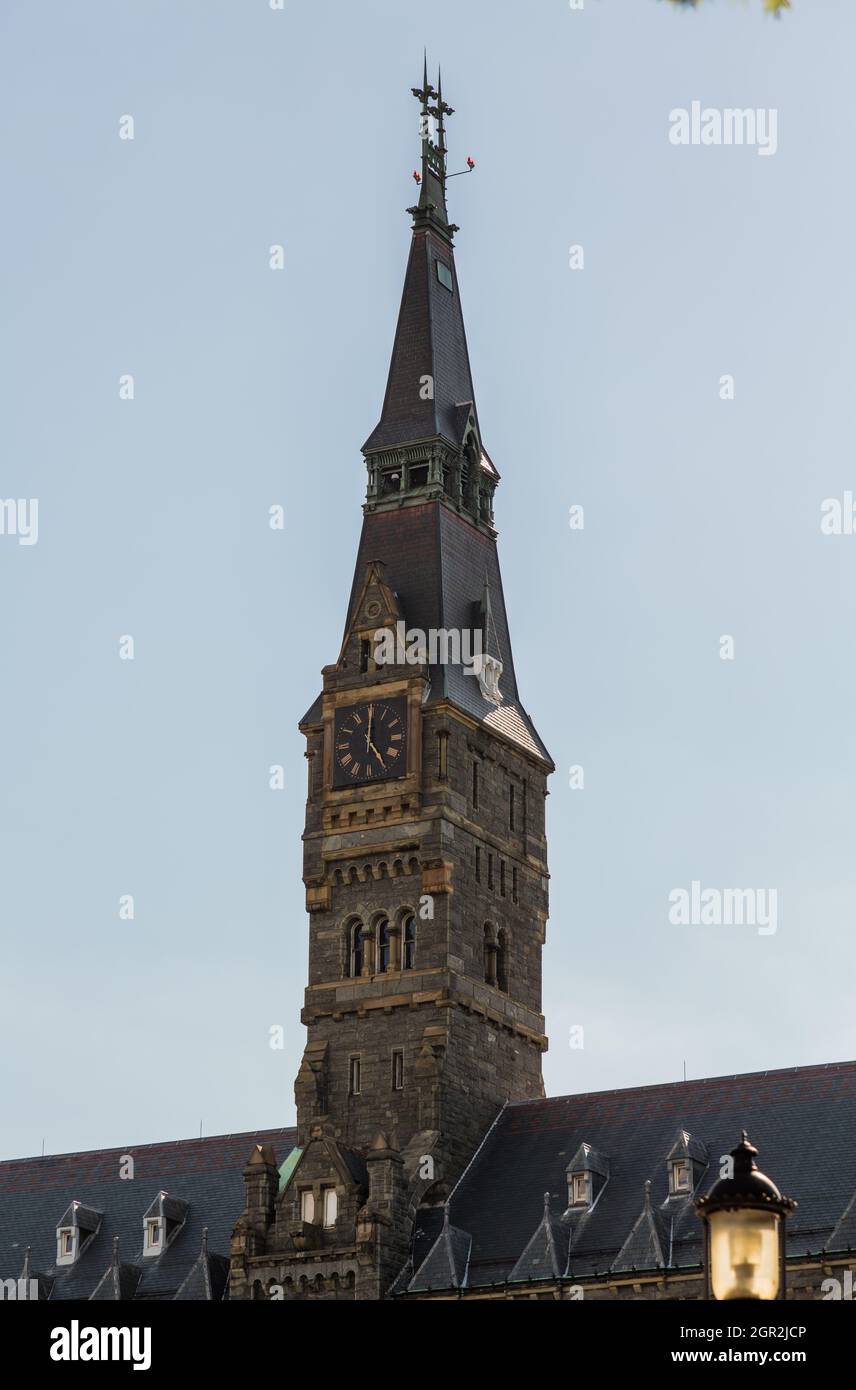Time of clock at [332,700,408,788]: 5:00
